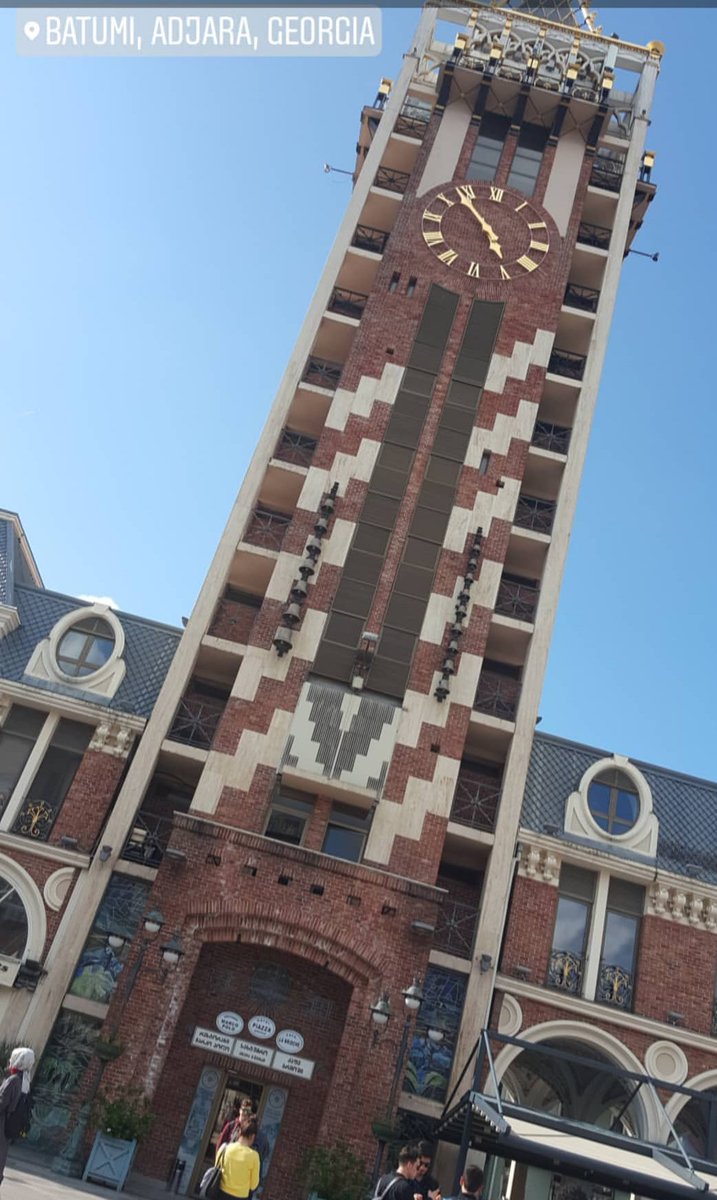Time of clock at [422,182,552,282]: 4:52
